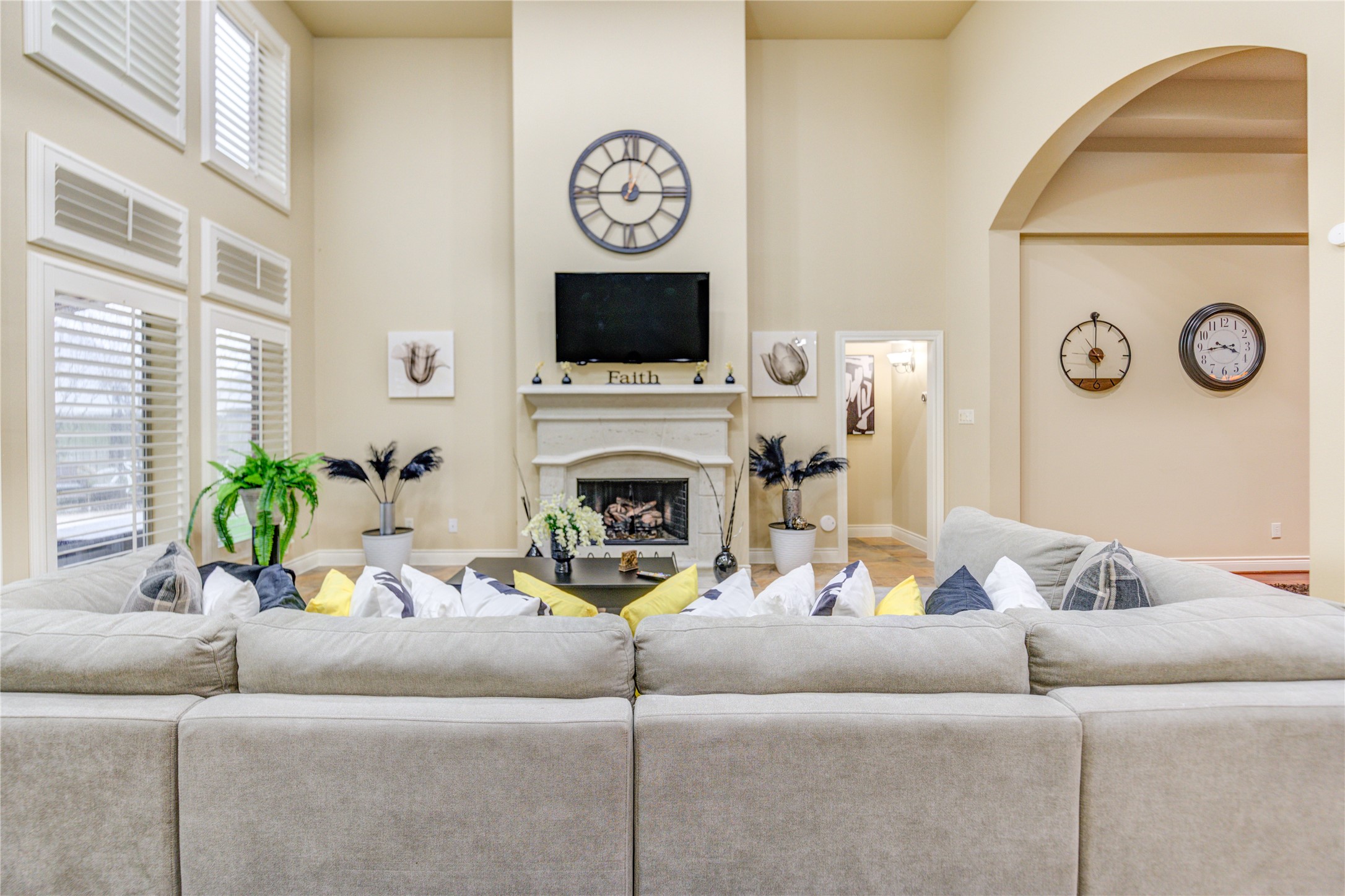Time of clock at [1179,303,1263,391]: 3:43
